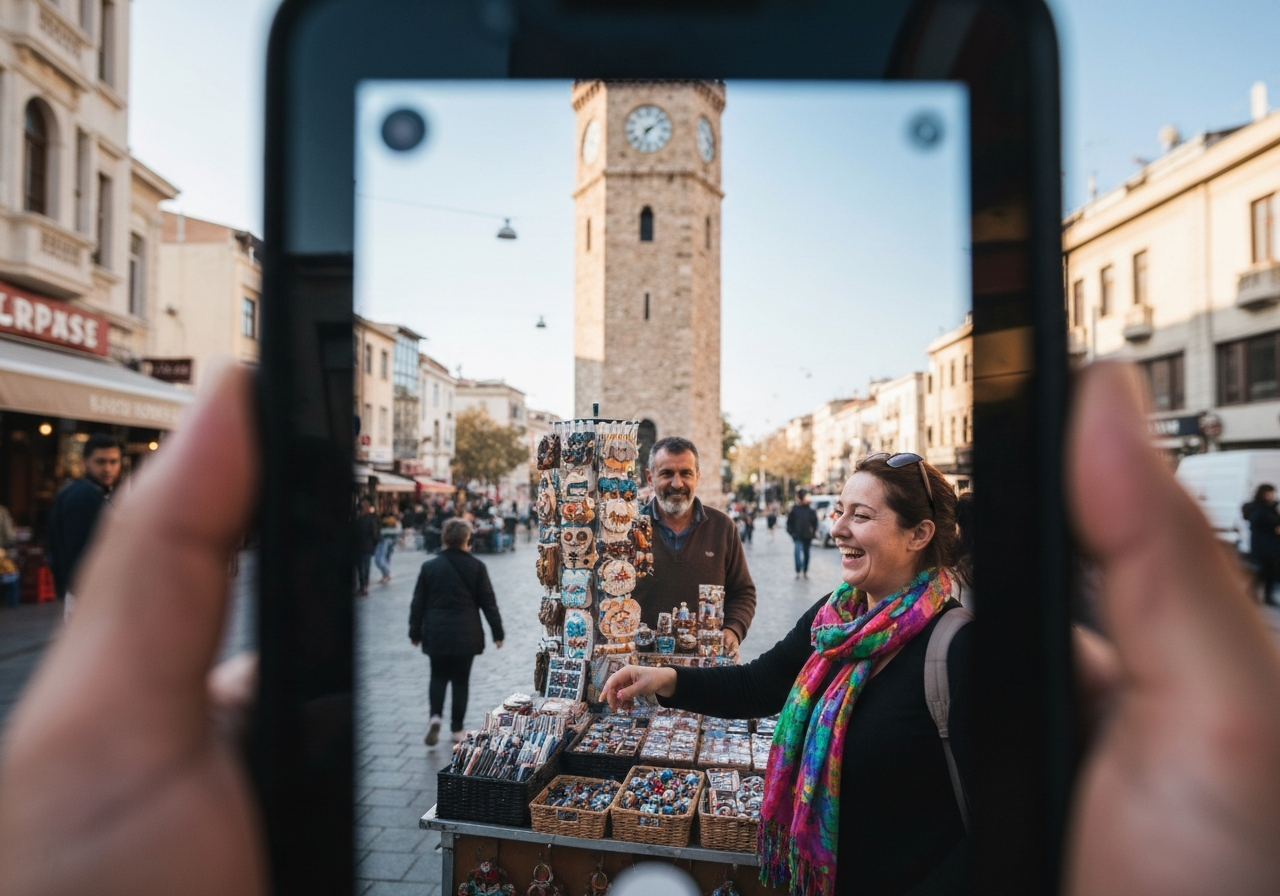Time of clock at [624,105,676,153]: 7:08
